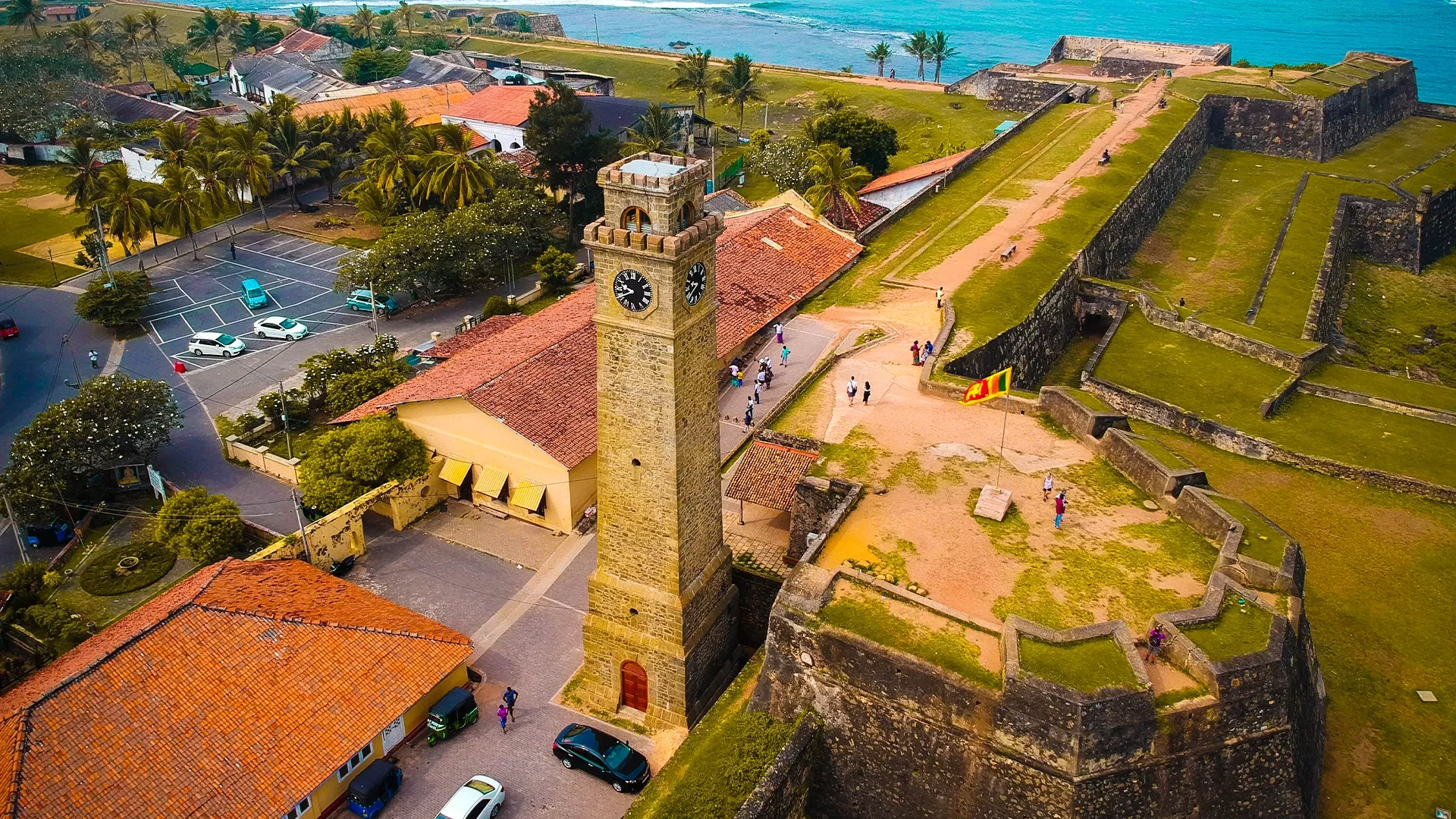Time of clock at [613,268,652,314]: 9:40
